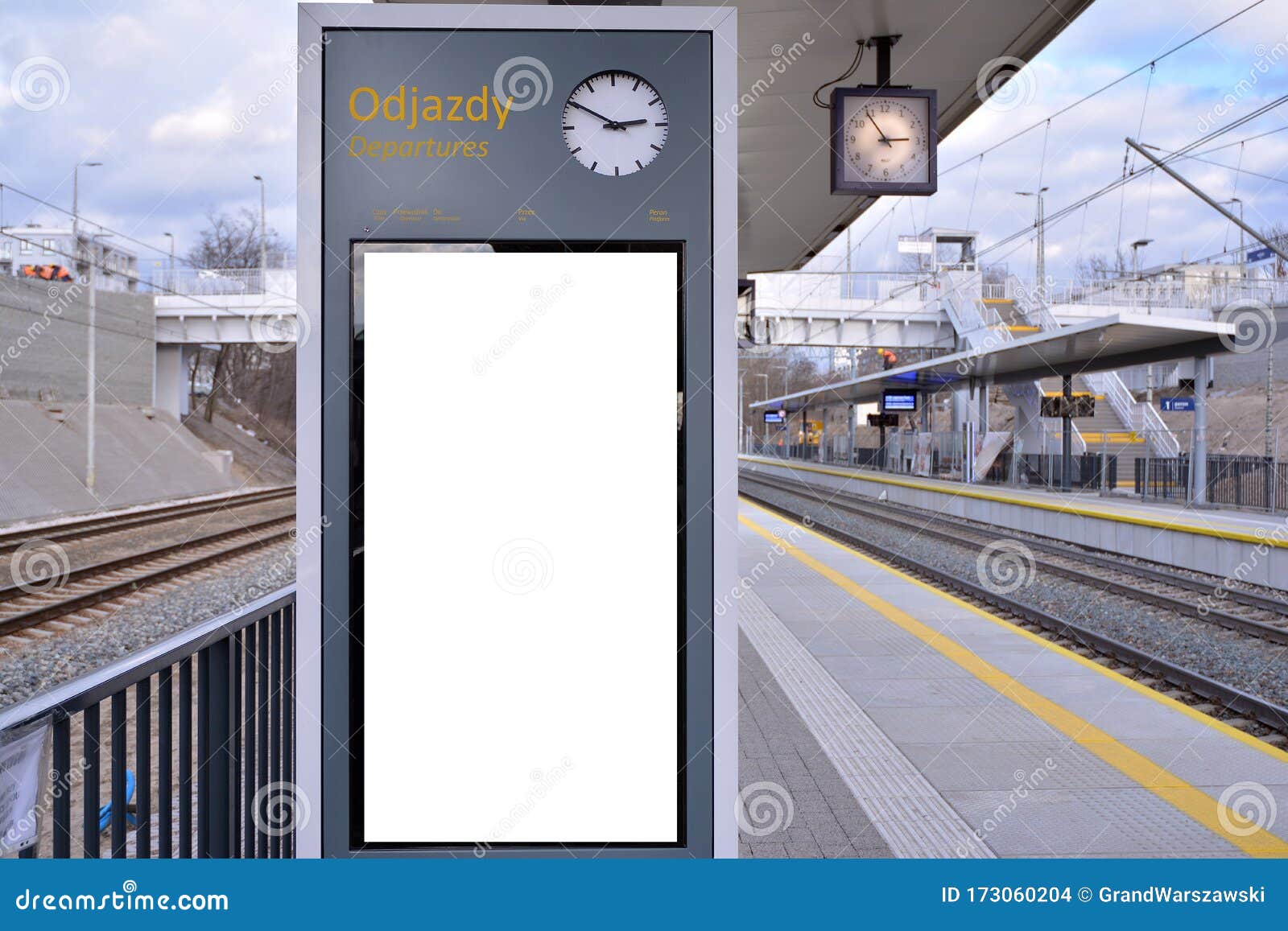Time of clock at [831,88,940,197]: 2:54
